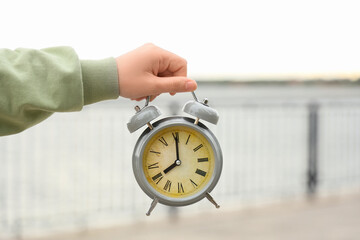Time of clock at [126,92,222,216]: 8:00
